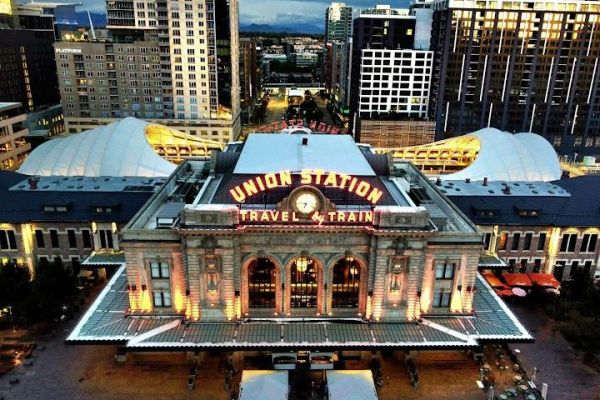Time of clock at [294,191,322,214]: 6:46
